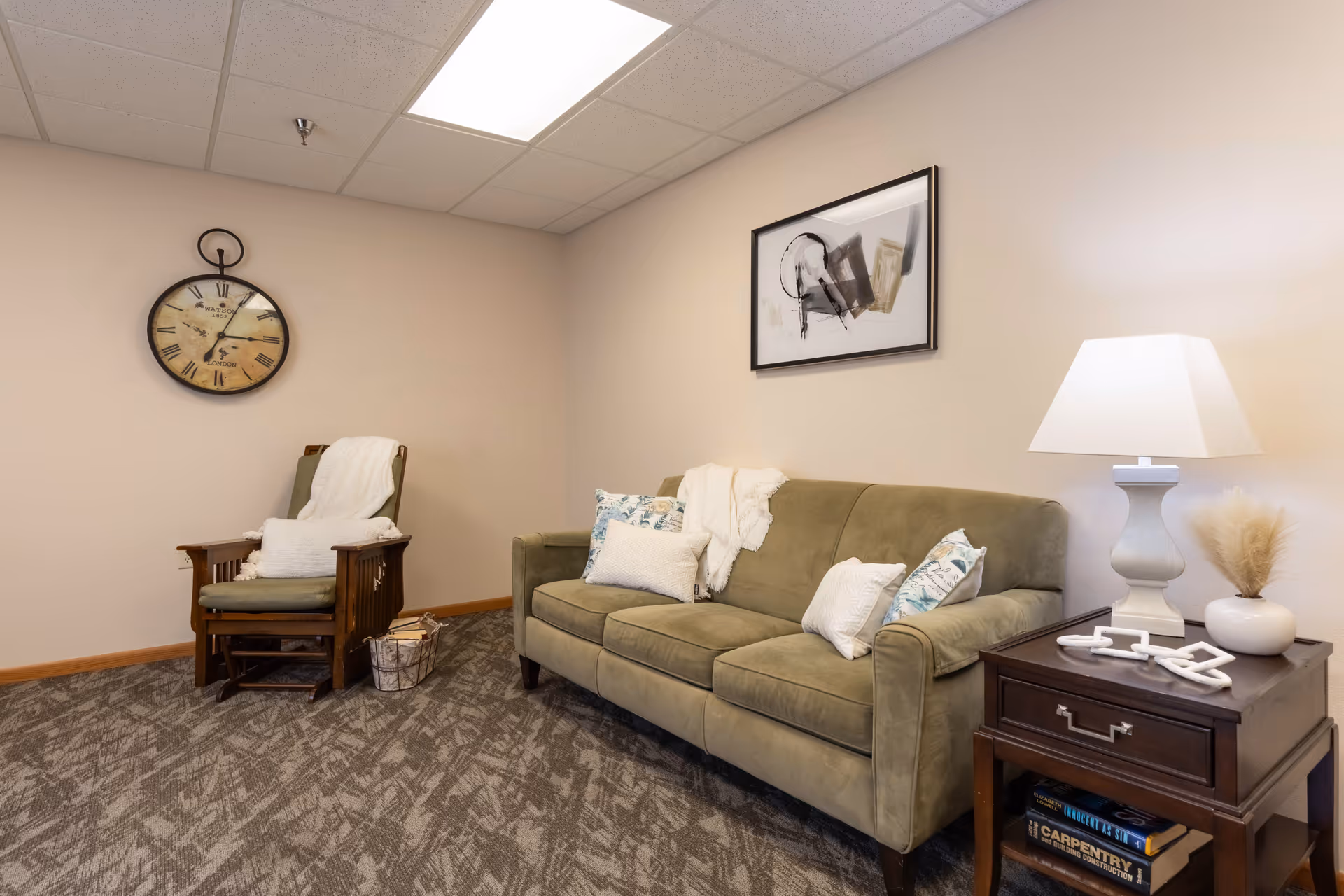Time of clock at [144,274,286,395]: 3:04
